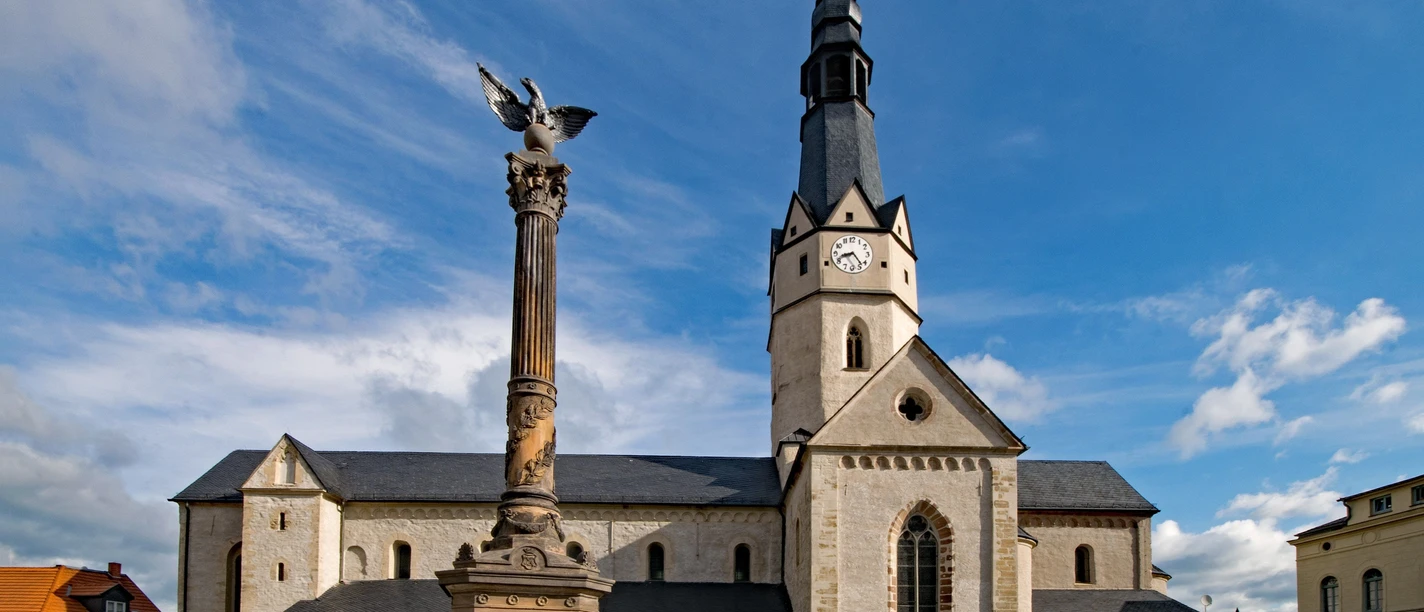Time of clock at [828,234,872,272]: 8:23
